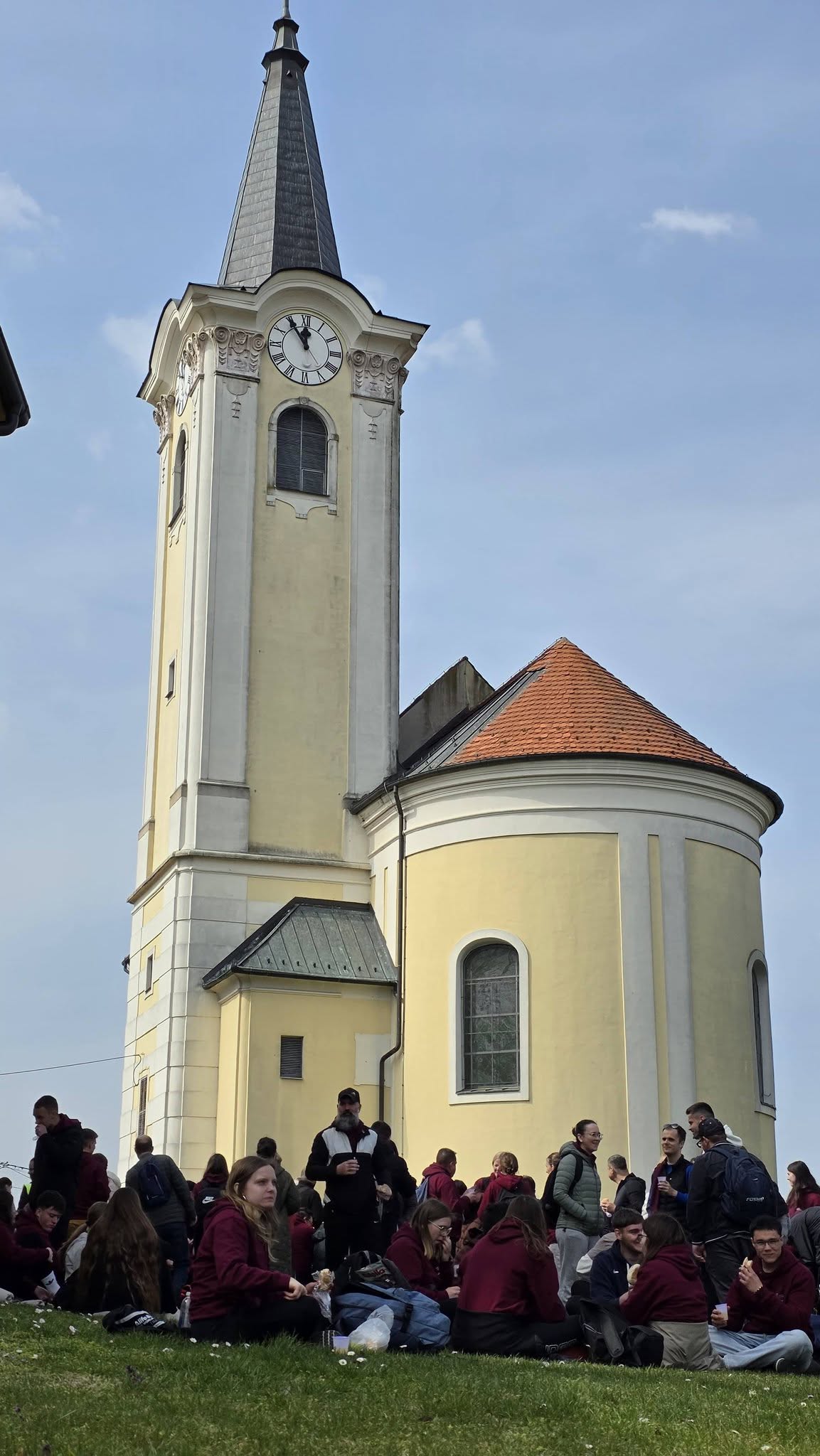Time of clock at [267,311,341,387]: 11:54
